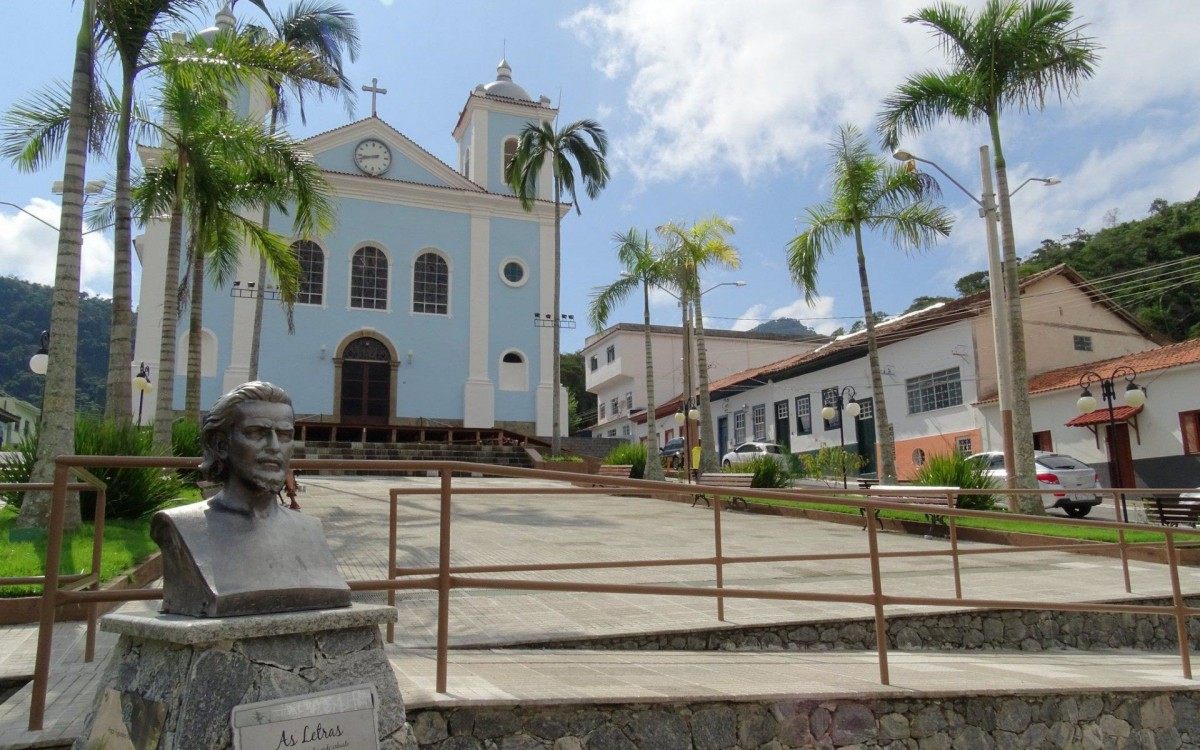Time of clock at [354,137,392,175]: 8:42
